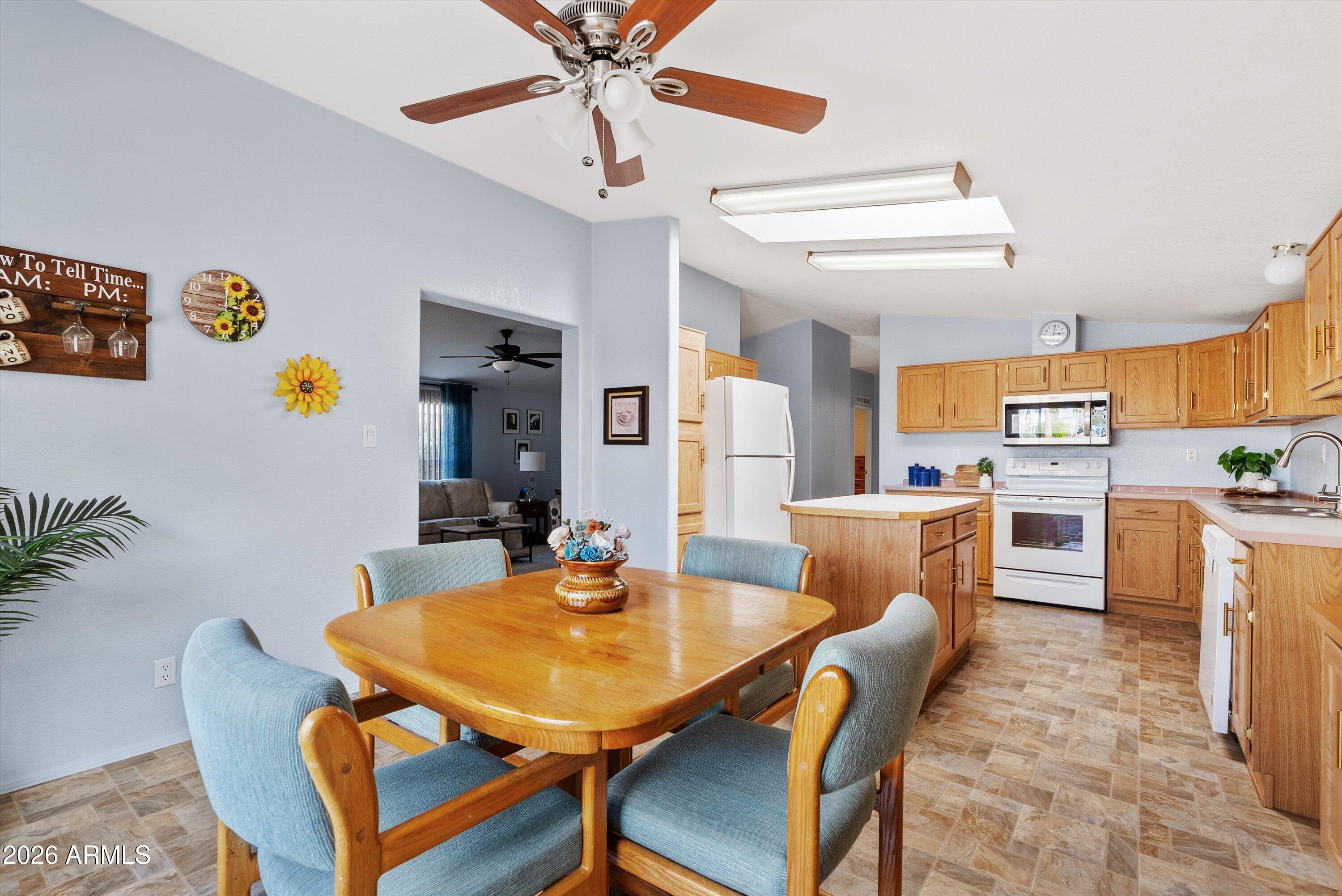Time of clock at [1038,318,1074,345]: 3:01
